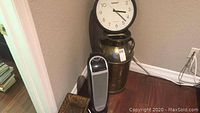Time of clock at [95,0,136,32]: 3:22
